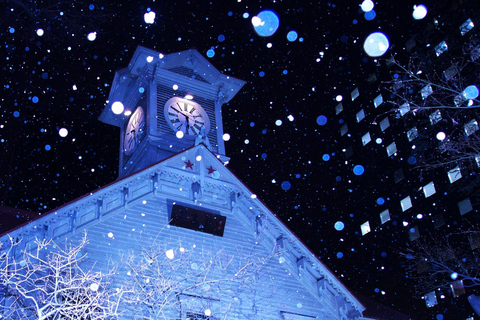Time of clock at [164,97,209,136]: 5:49
